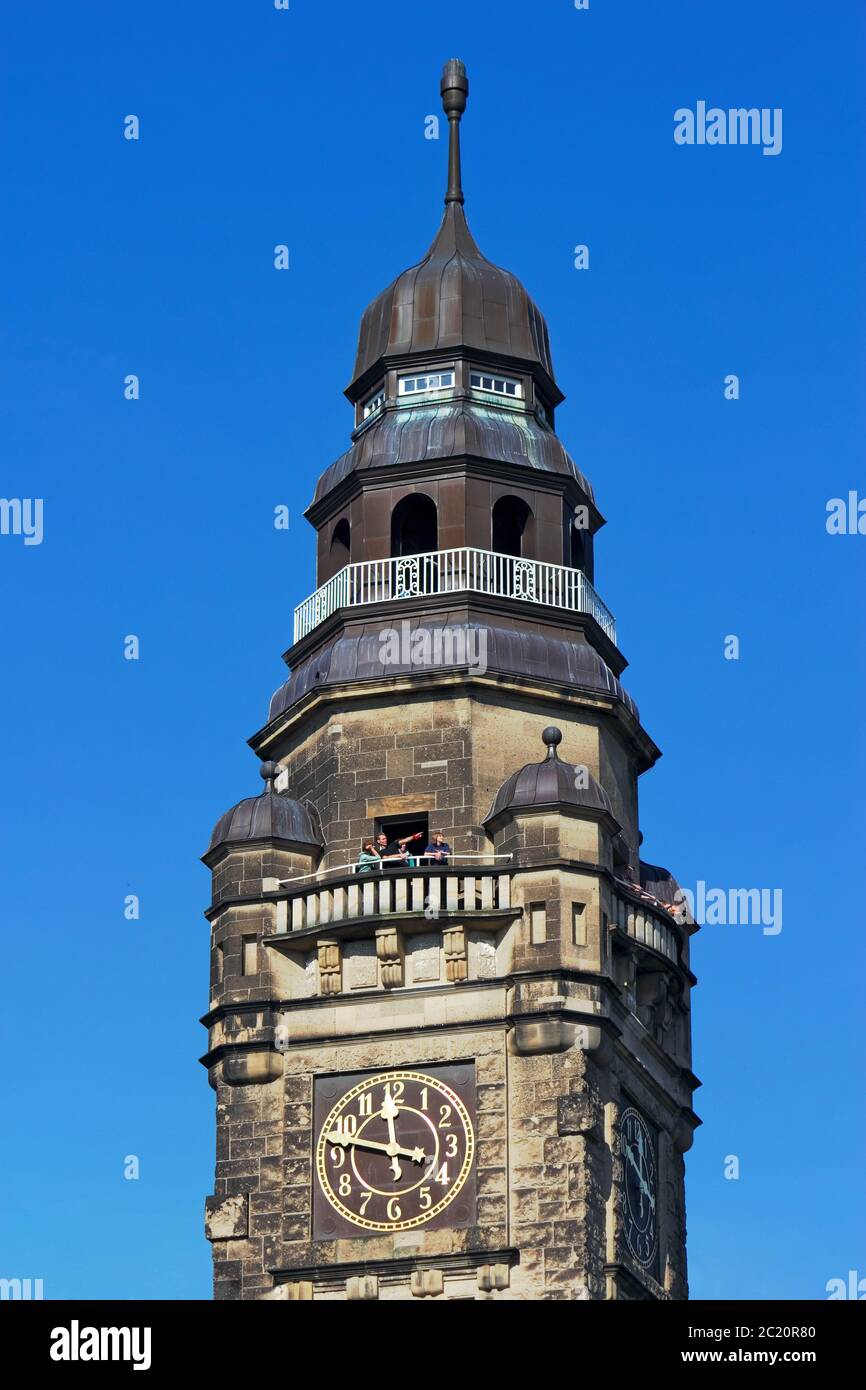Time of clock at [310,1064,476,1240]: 11:47
